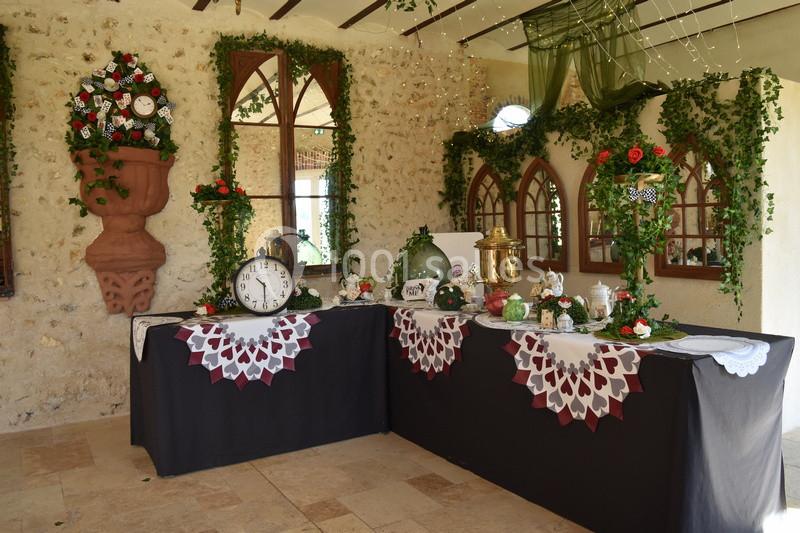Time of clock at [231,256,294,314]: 10:30
